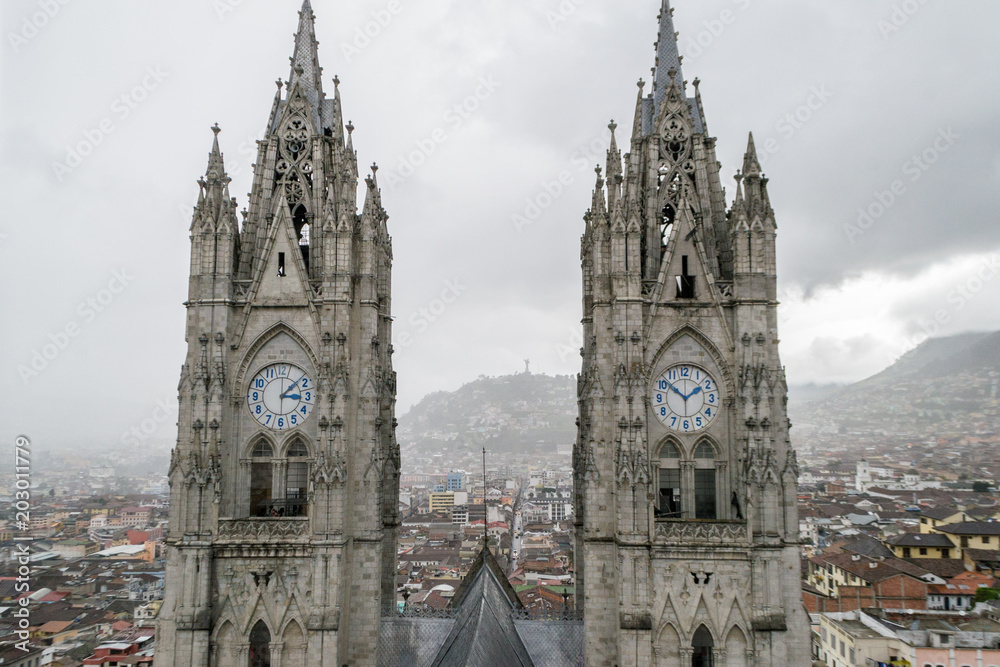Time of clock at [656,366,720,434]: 1:51
